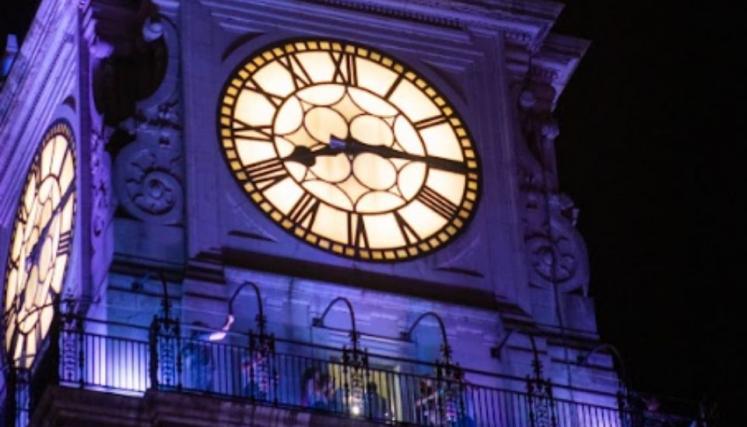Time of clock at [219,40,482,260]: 8:14
